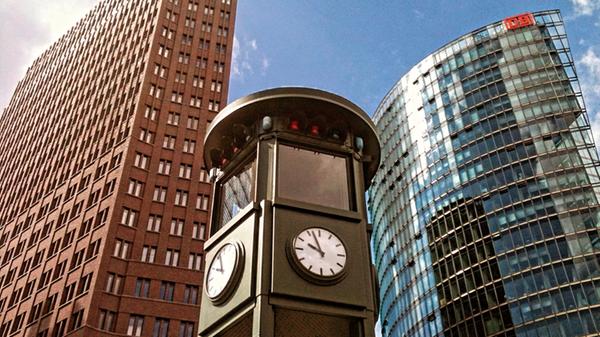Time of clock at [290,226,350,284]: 9:56
